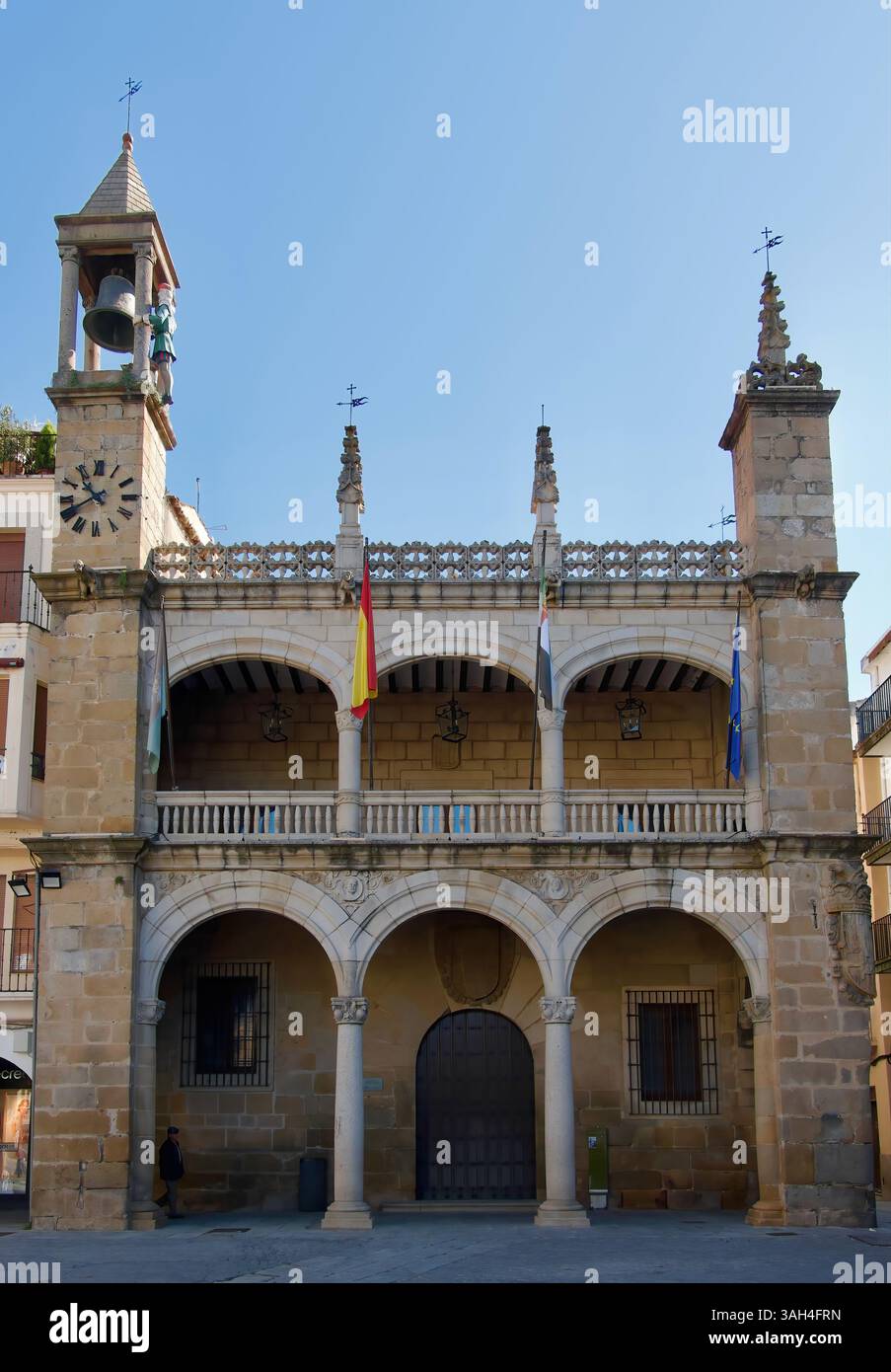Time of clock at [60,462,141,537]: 10:39
